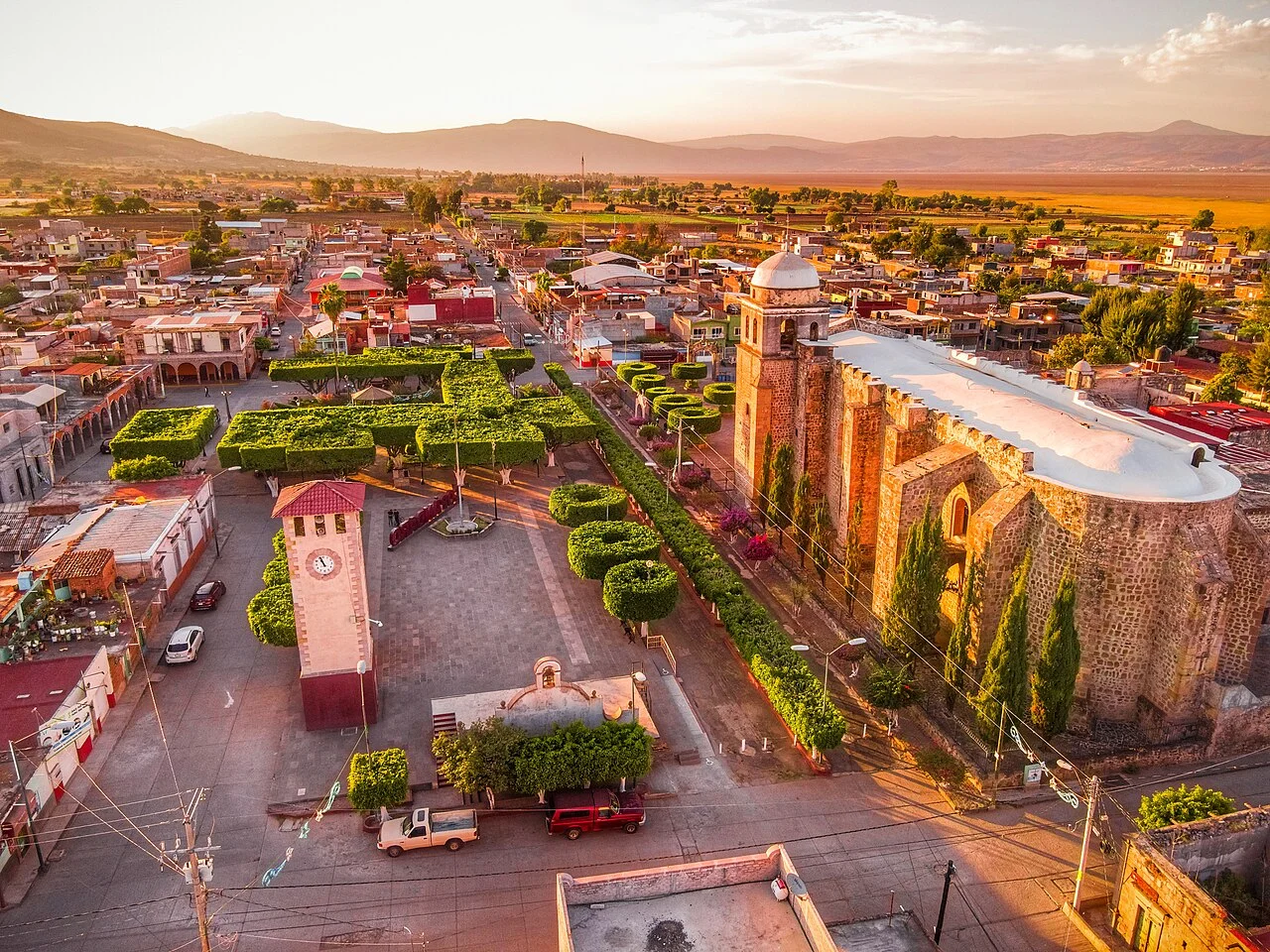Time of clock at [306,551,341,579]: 10:56
